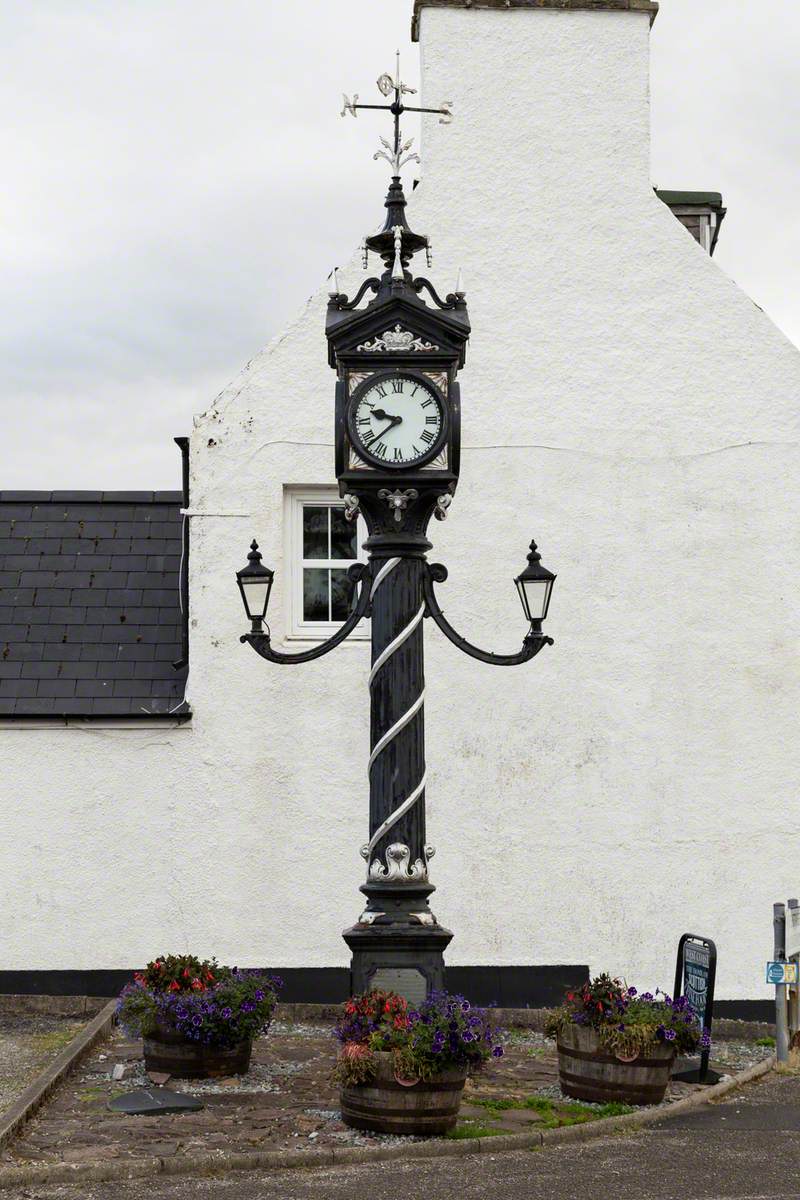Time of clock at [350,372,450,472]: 9:38
